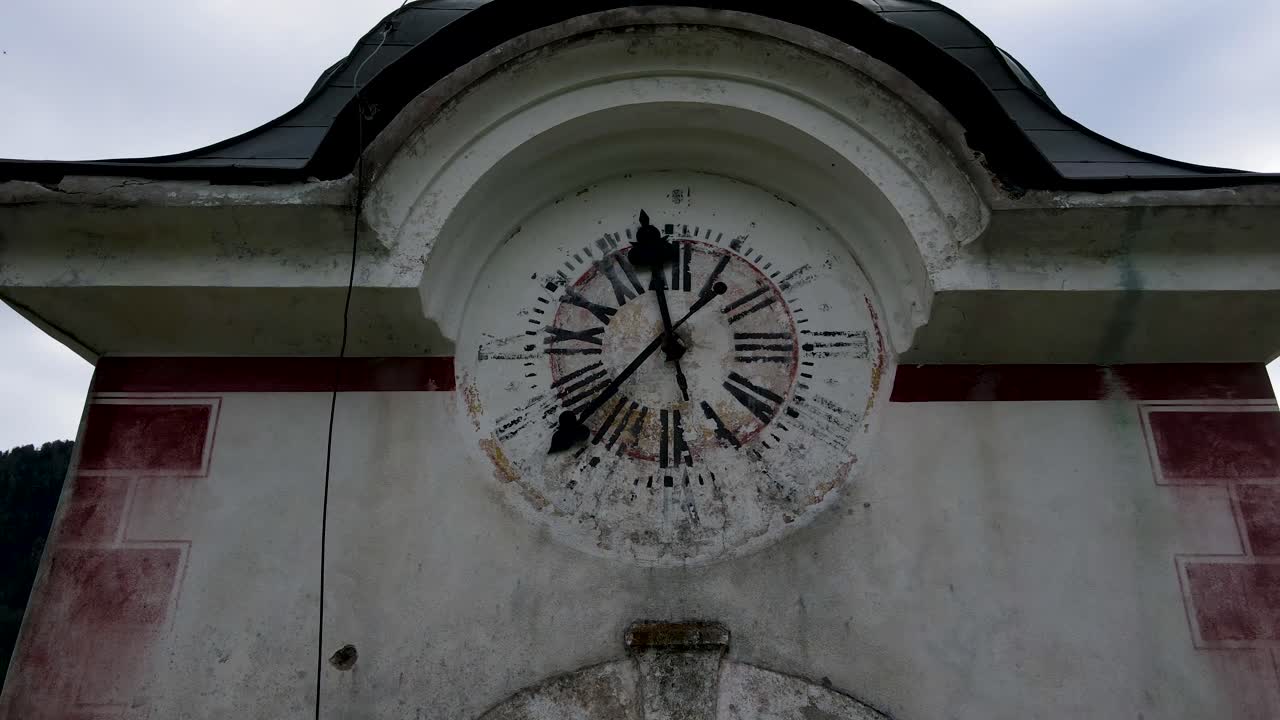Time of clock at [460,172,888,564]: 11:37
